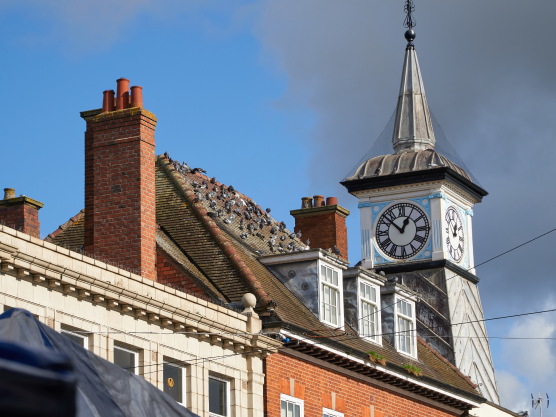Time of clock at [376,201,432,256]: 12:52
